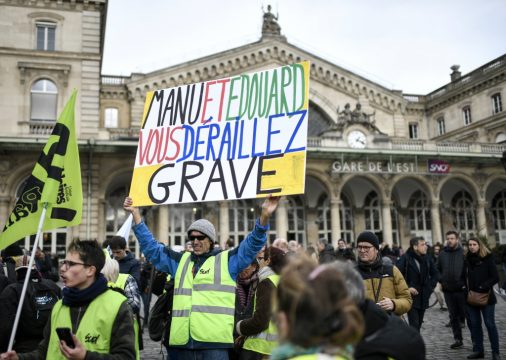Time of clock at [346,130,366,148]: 1:18
